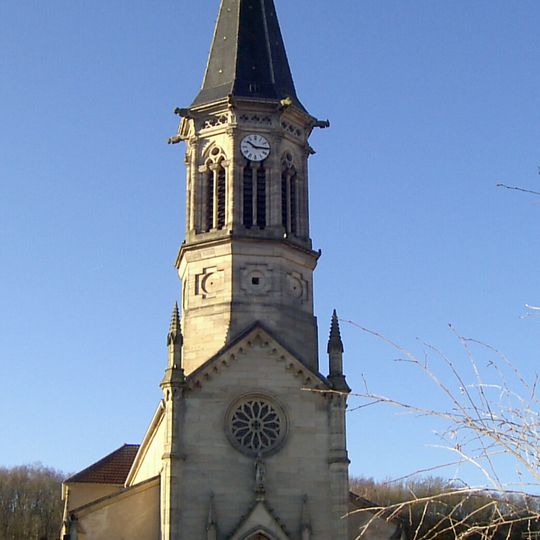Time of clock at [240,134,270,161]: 10:15
